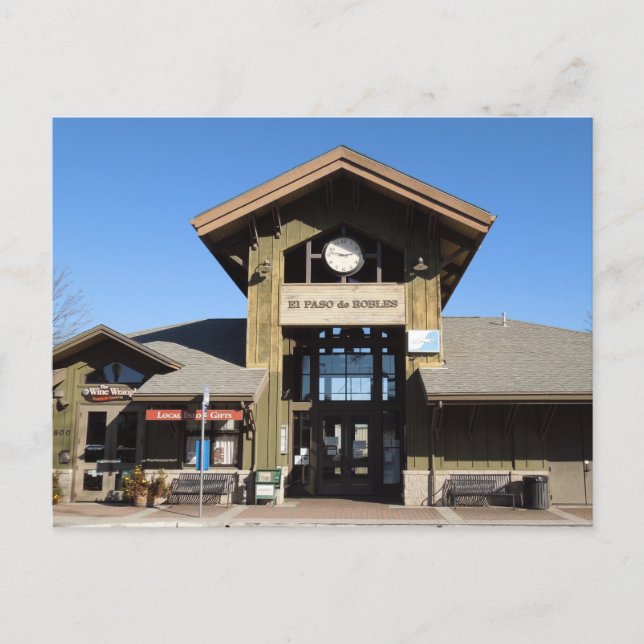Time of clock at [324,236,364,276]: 2:47
